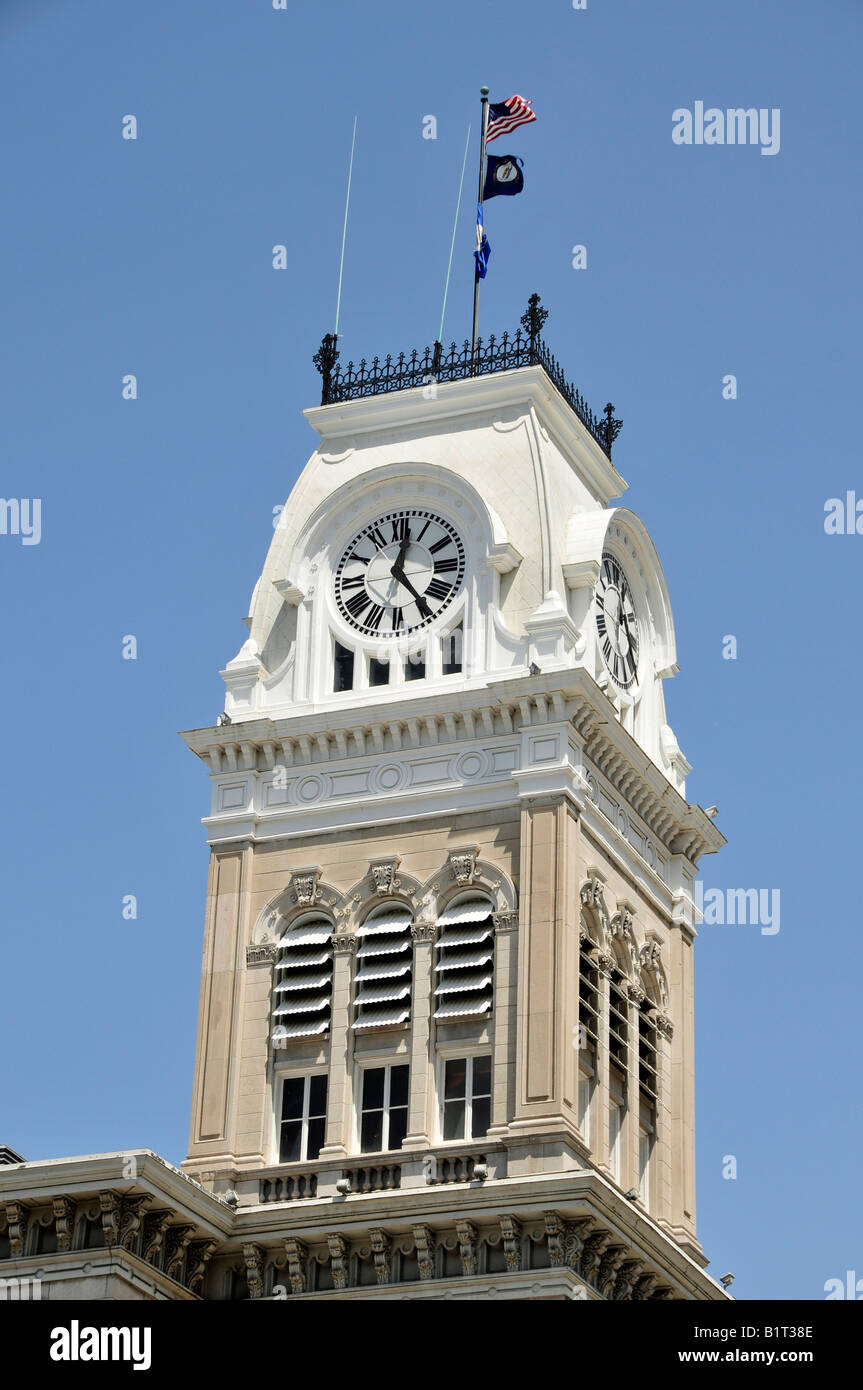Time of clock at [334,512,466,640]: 12:23
